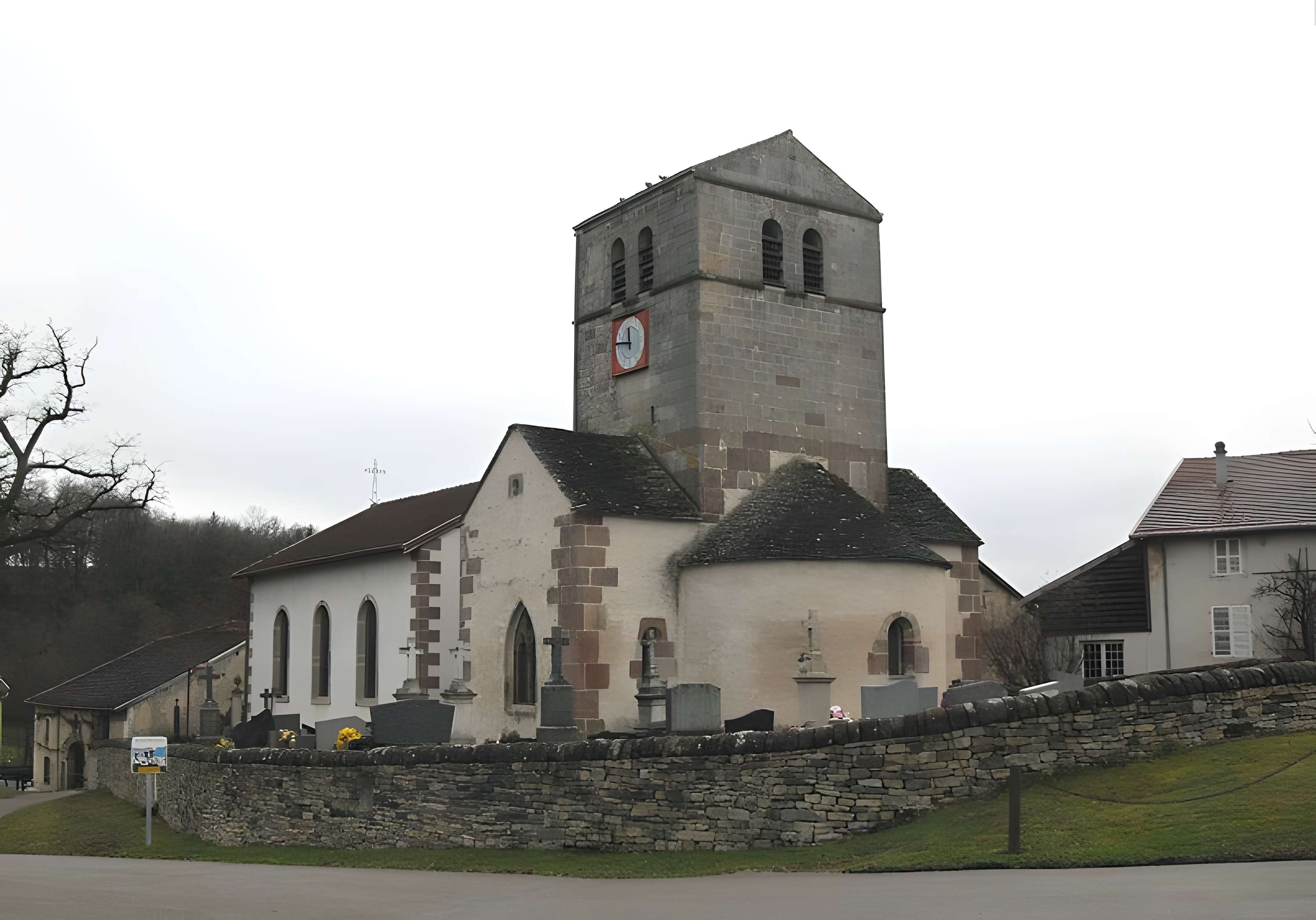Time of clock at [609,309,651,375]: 11:46
